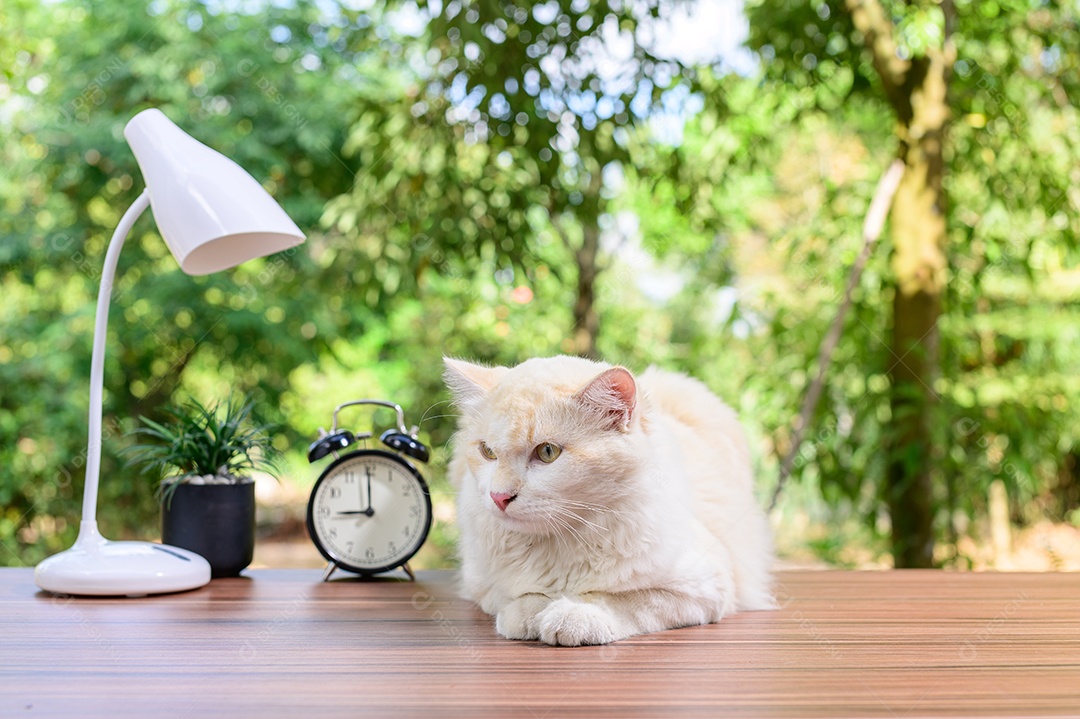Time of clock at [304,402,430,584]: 9:00
